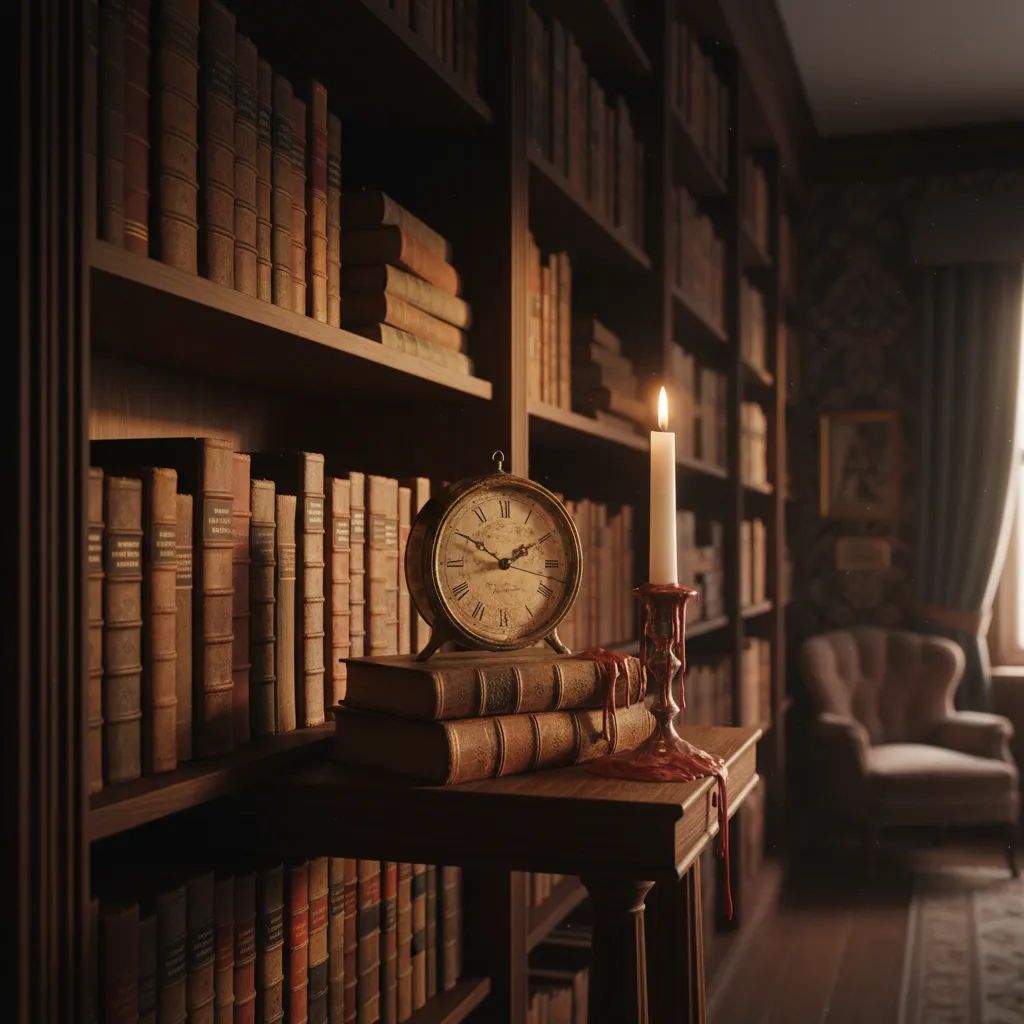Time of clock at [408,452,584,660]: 1:50
